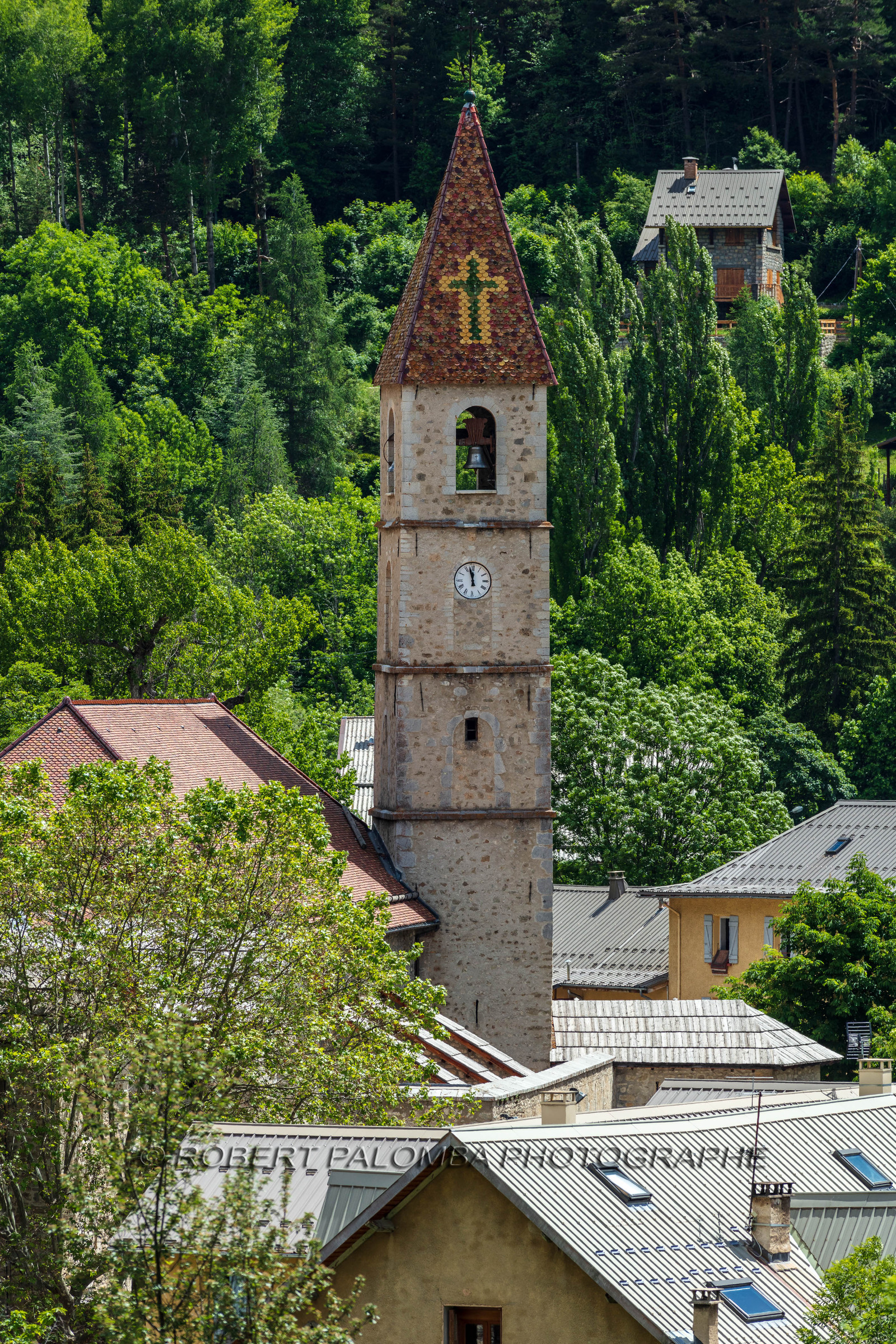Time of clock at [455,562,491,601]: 11:57
